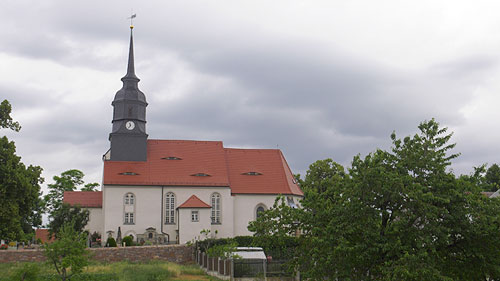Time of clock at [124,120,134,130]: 11:35
